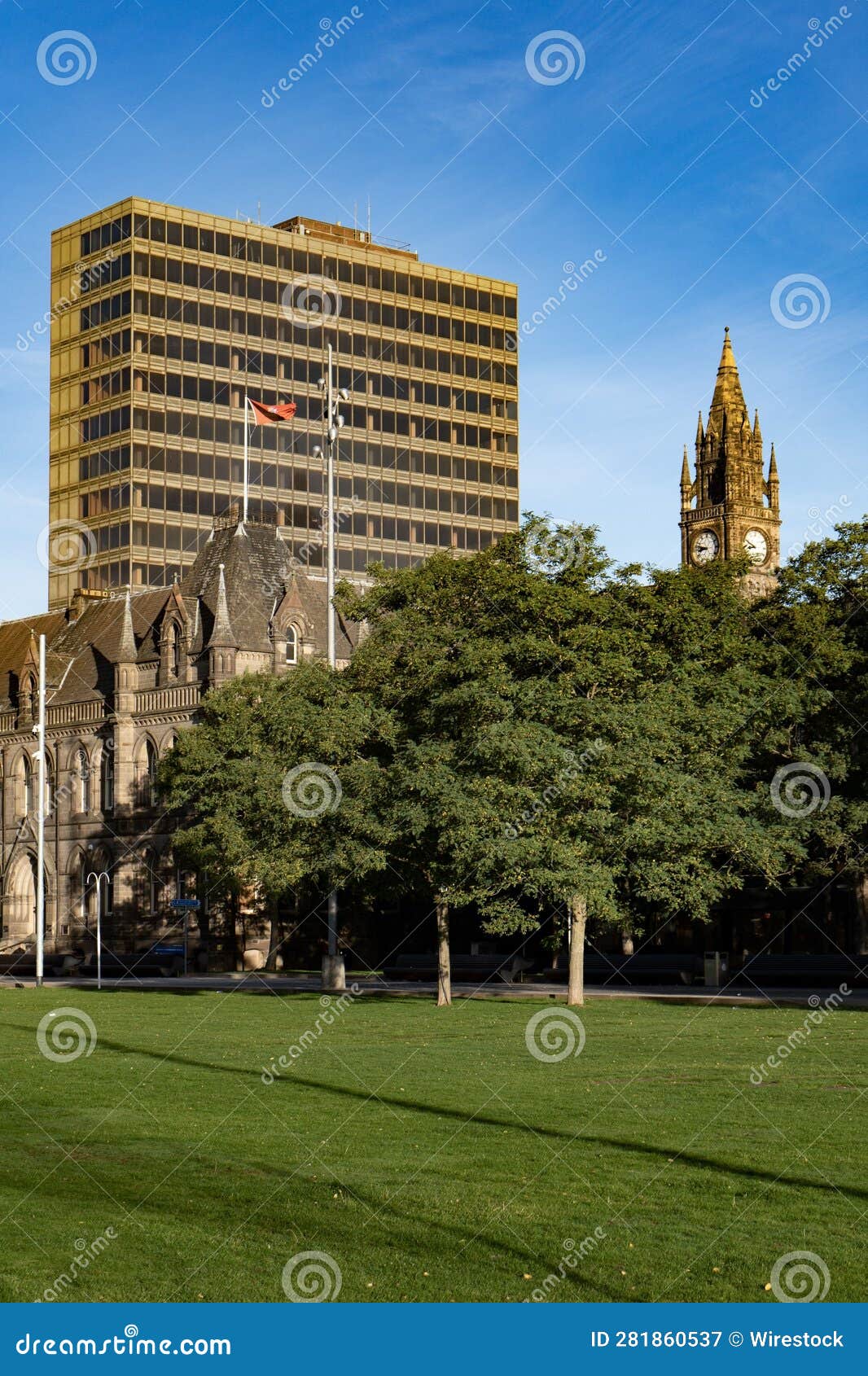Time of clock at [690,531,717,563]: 8:47
